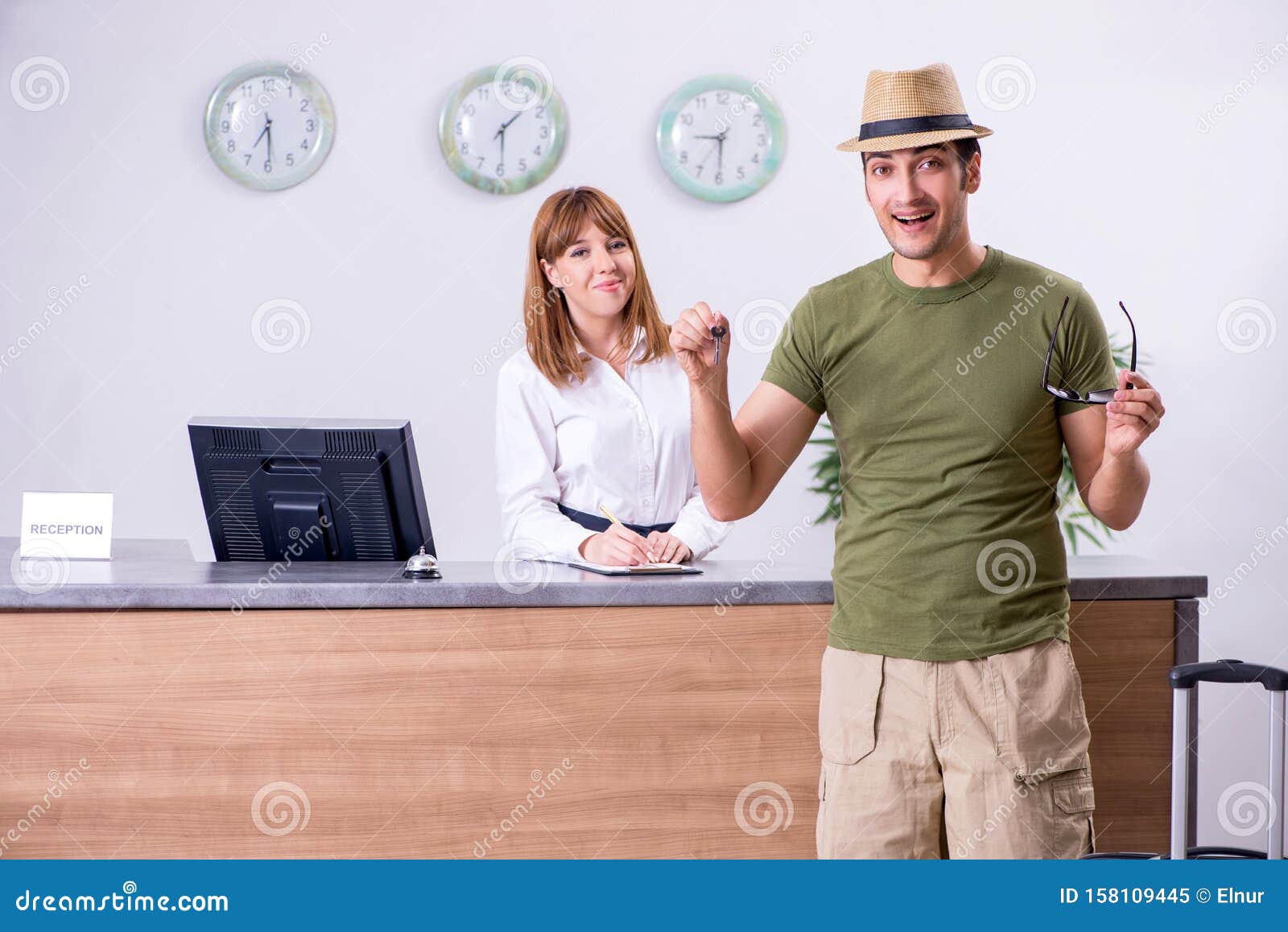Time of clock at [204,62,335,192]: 11:29
